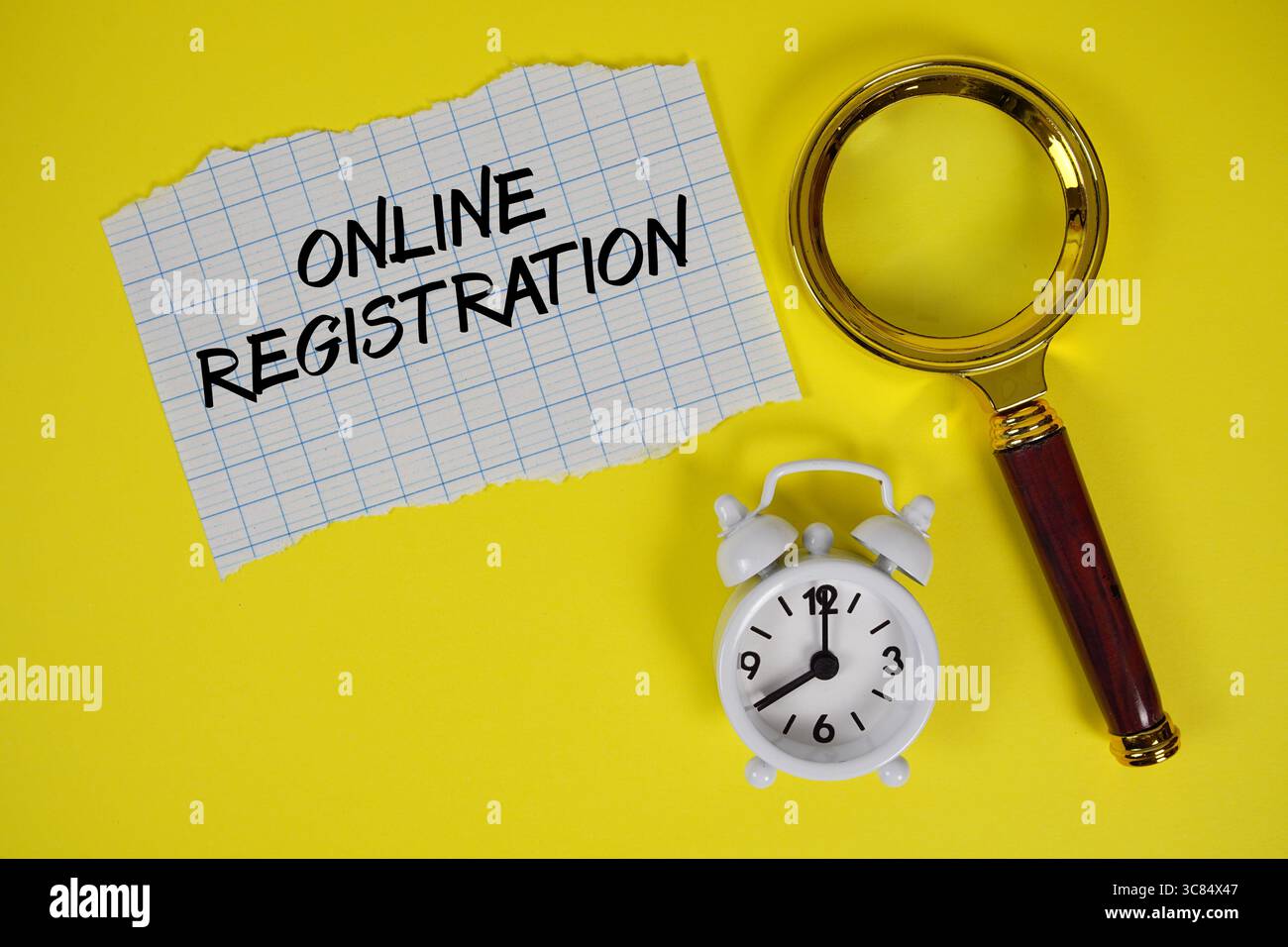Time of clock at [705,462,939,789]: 8:00
